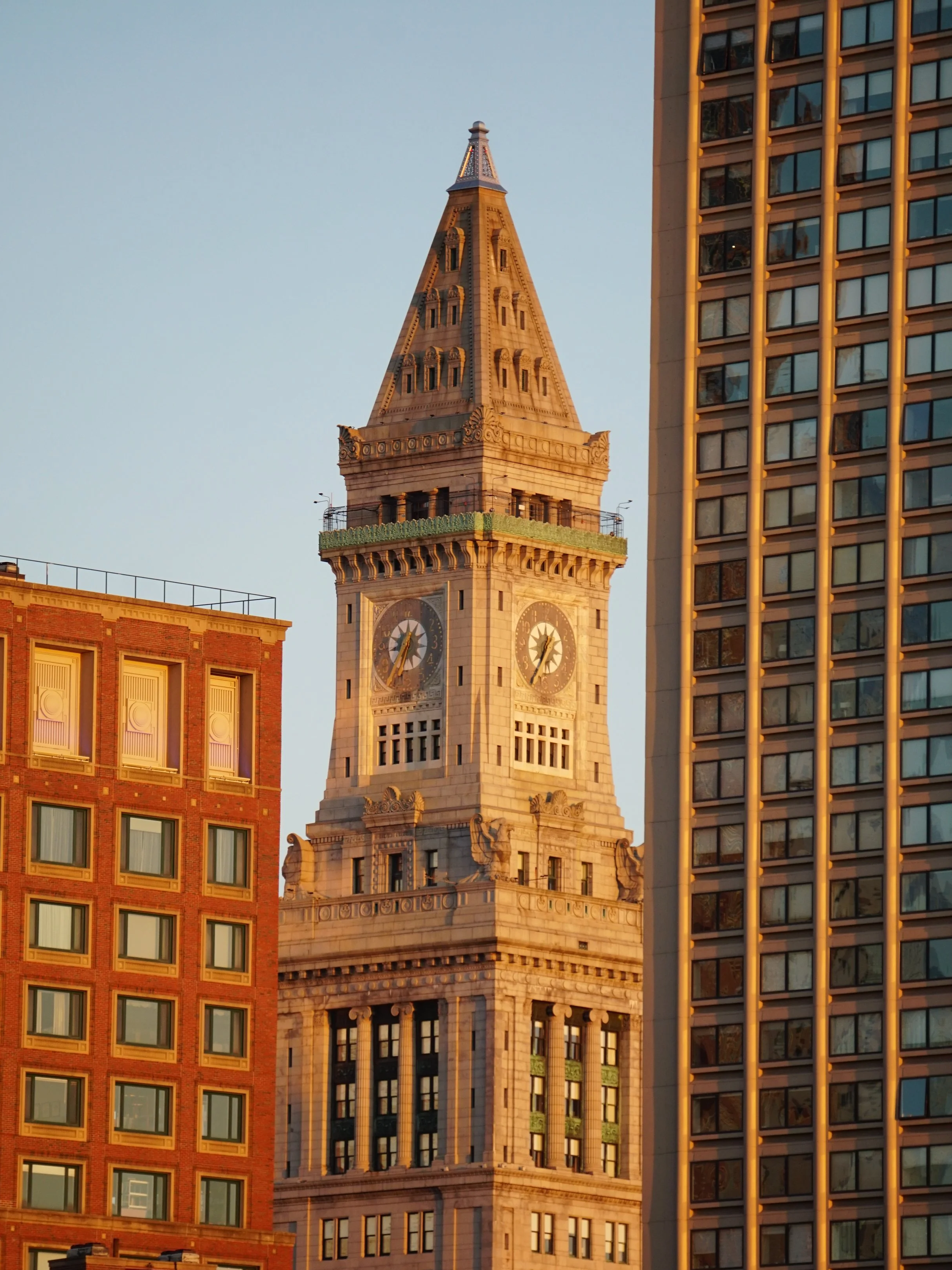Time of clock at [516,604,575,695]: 12:34
